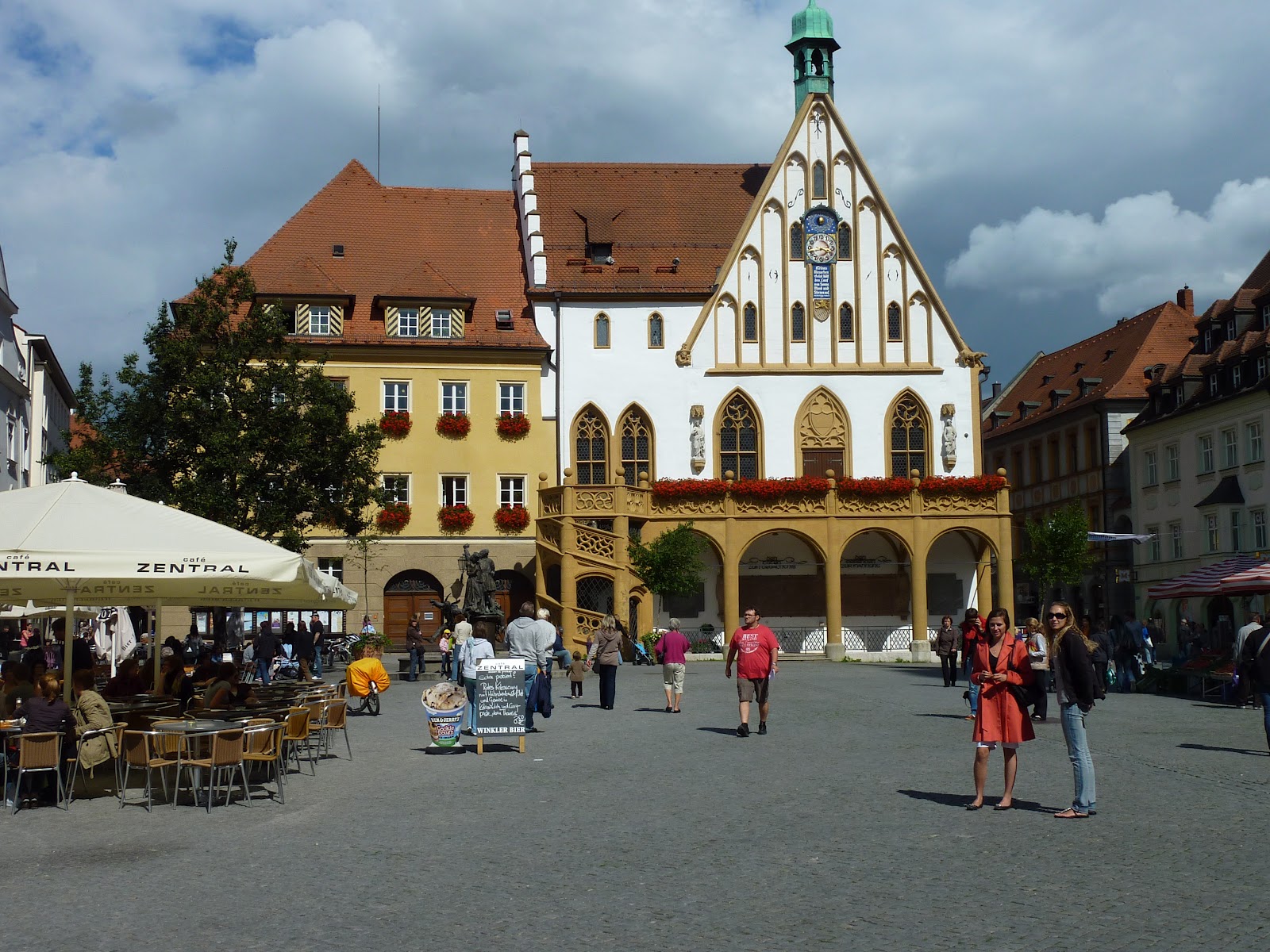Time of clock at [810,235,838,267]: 3:42
